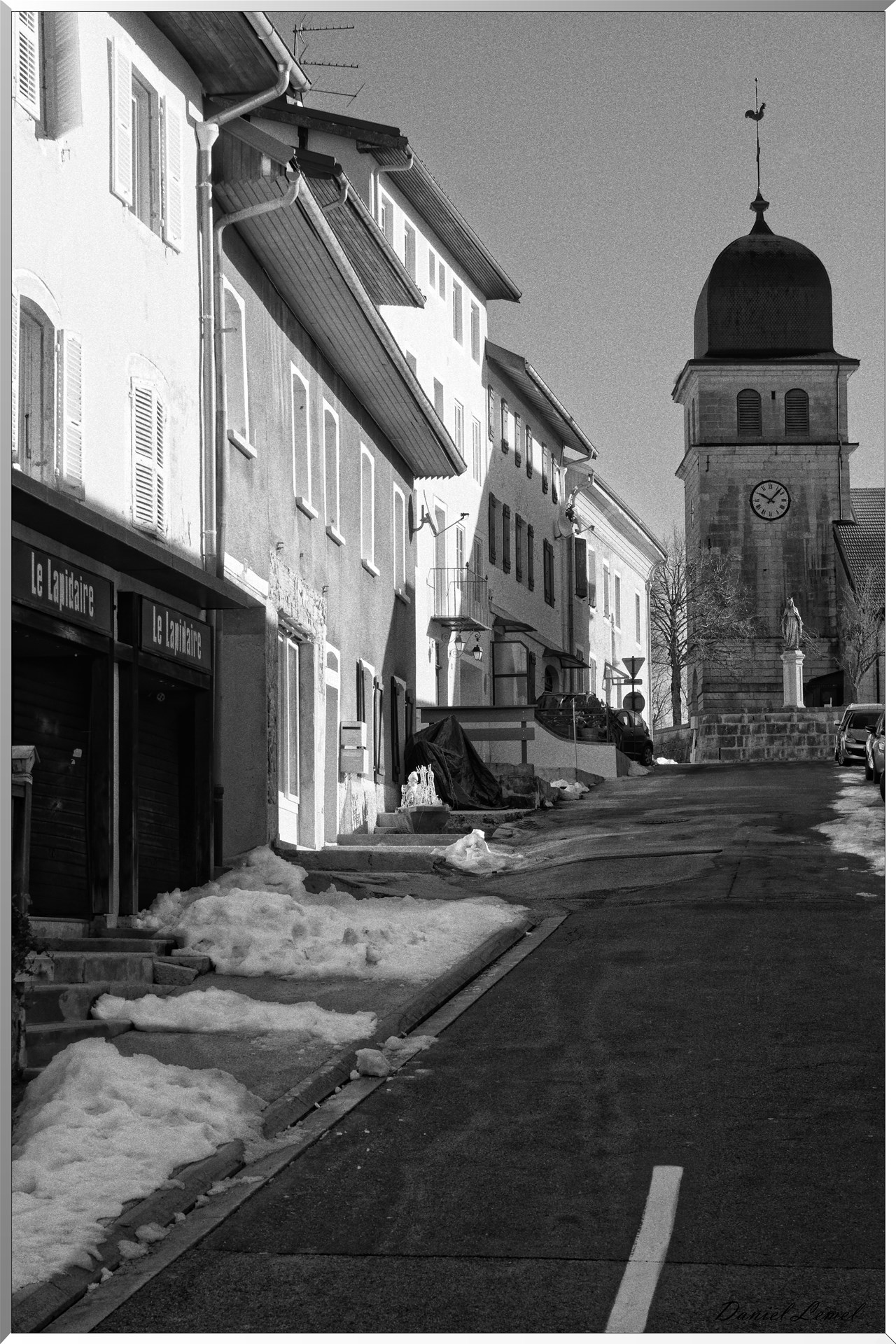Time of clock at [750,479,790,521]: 10:07
